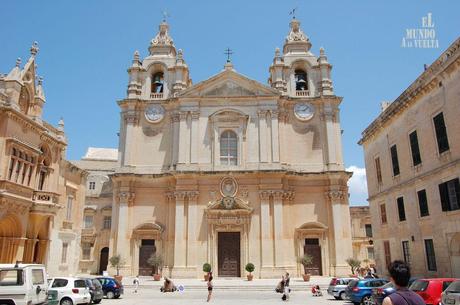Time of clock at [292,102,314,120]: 1:43
